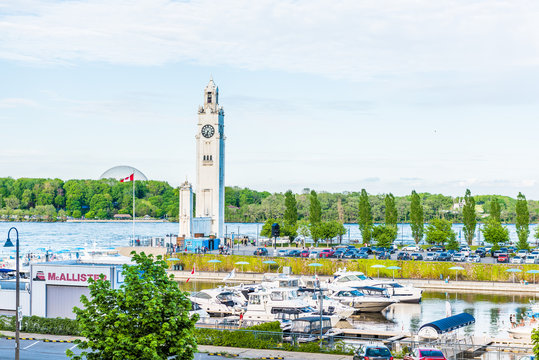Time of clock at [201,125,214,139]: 6:32
